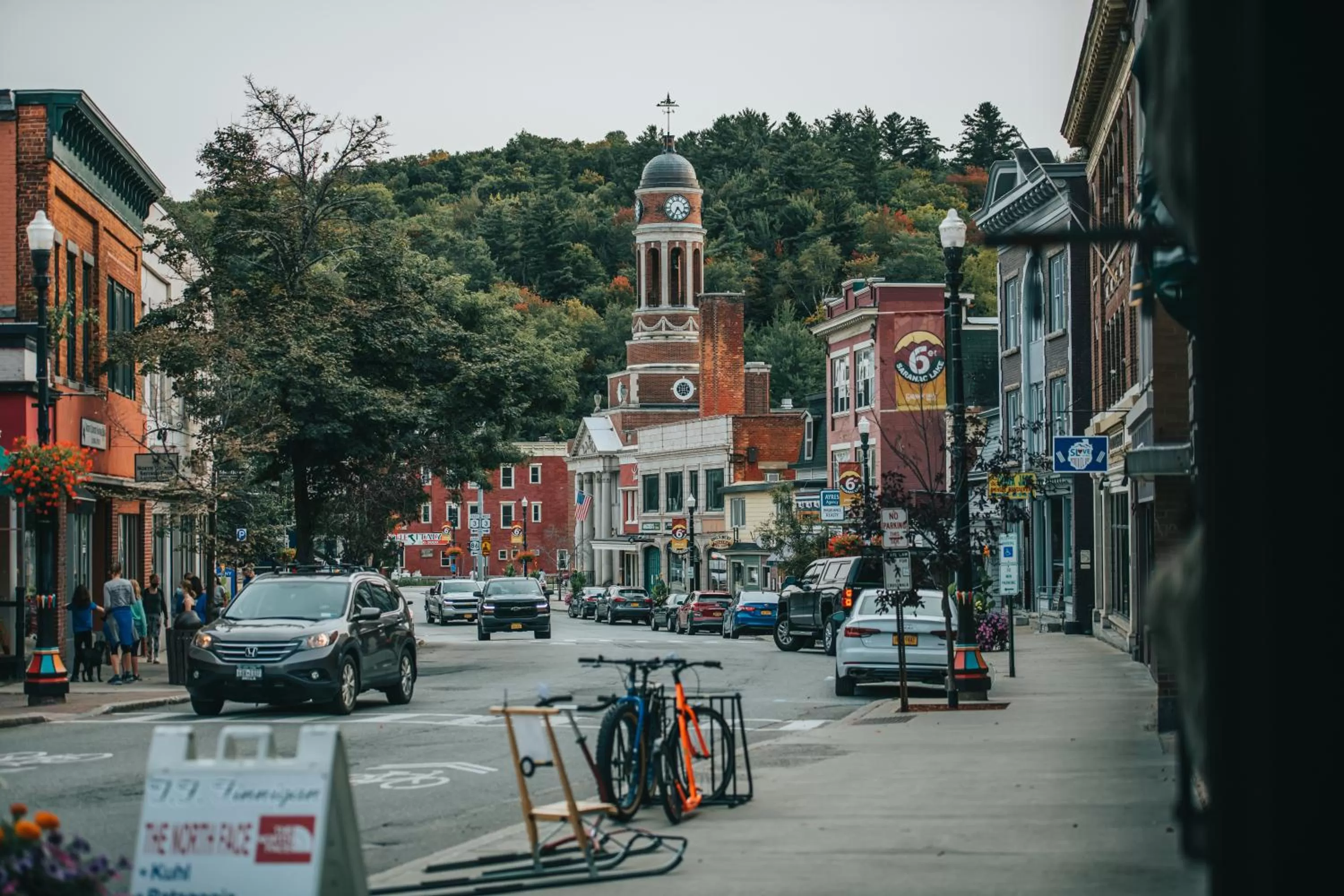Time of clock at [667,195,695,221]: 4:34
